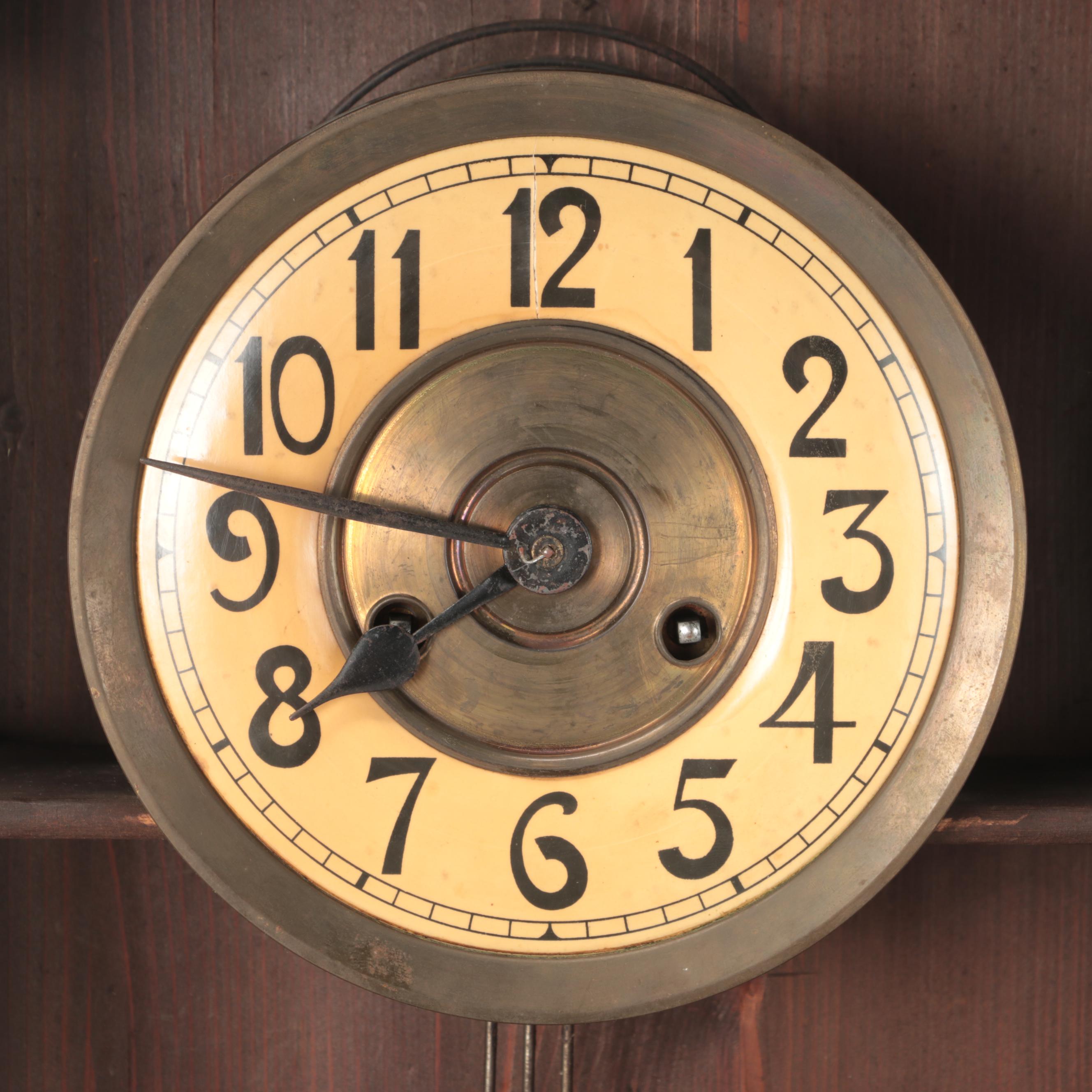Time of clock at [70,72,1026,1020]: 7:47
